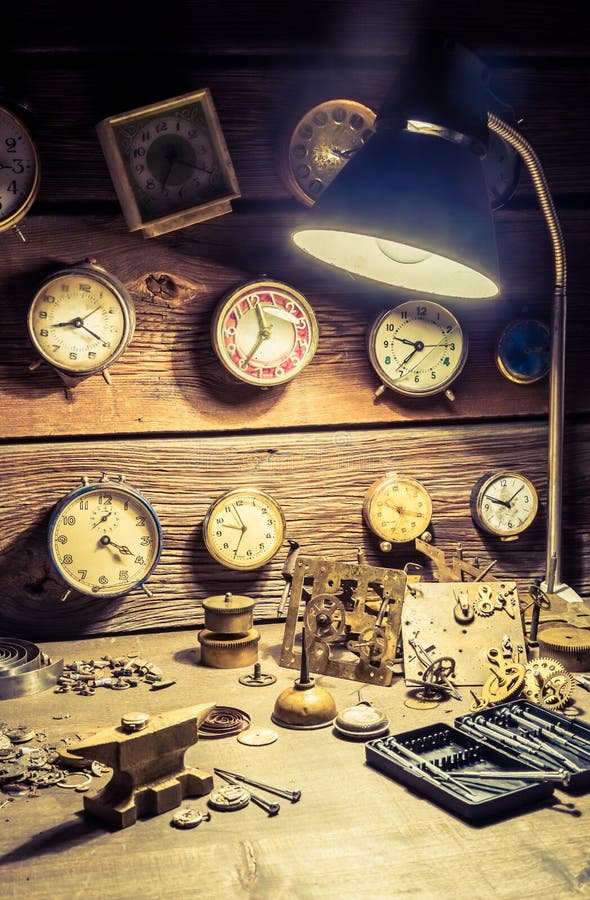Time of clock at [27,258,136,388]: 8:19
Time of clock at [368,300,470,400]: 9:36
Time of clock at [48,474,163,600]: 4:19
